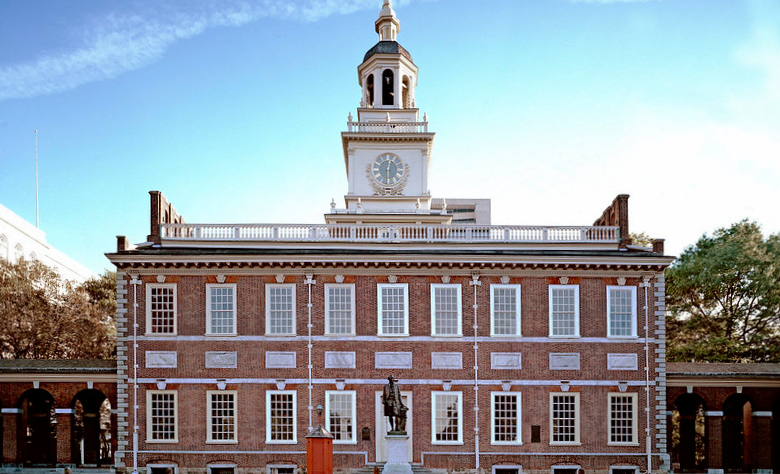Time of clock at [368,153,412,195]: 12:29
